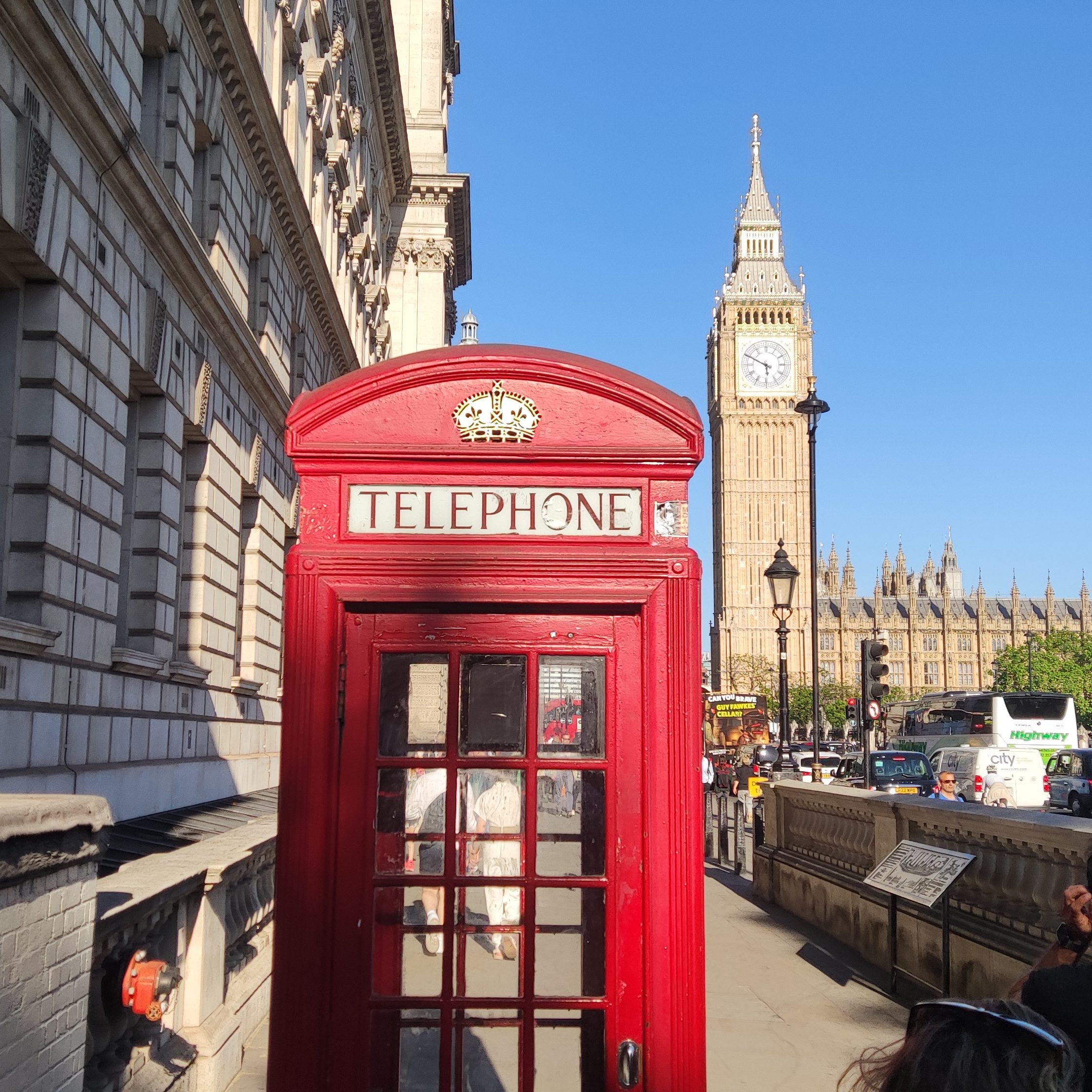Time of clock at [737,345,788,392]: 5:49
